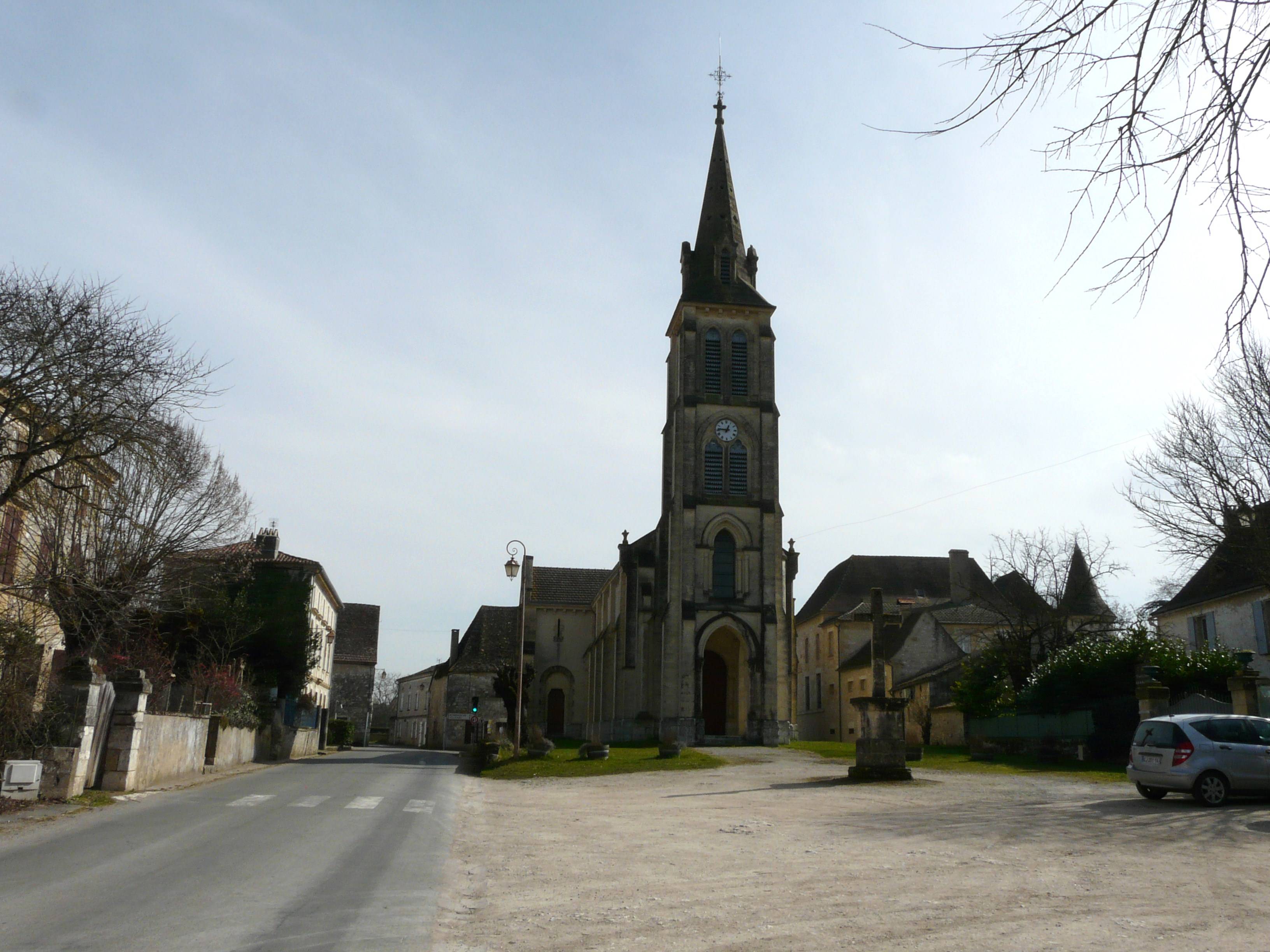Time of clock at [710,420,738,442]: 12:46
